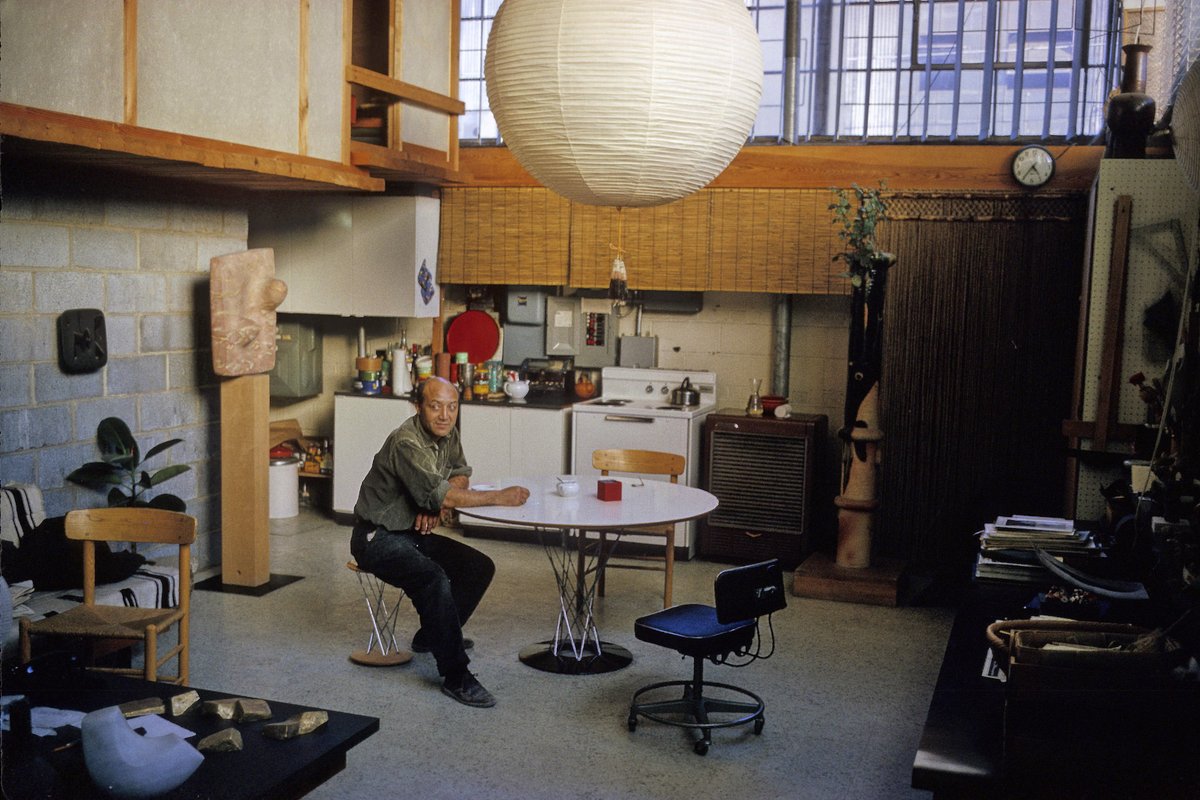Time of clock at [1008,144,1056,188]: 4:35
